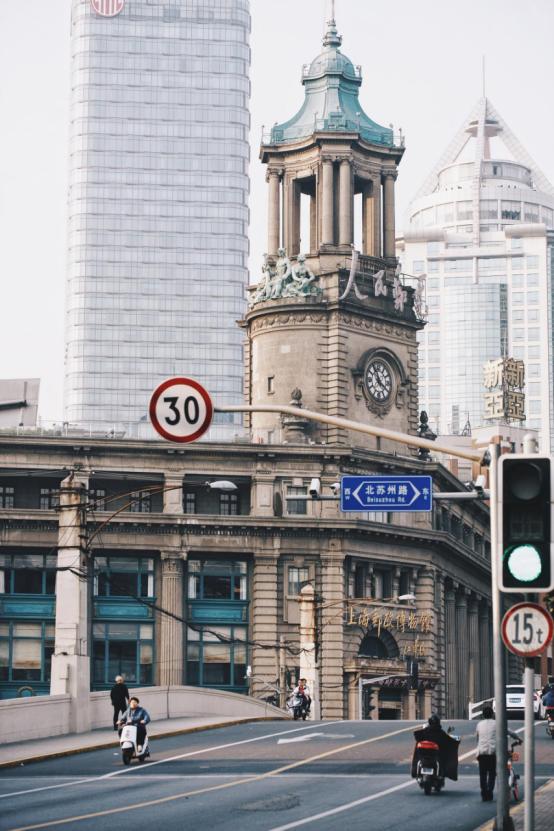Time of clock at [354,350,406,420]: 11:20
